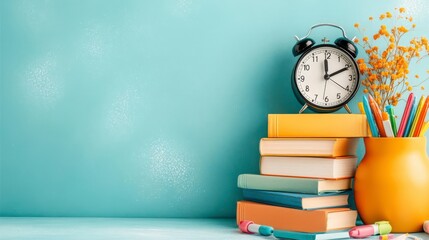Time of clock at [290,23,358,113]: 12:10
